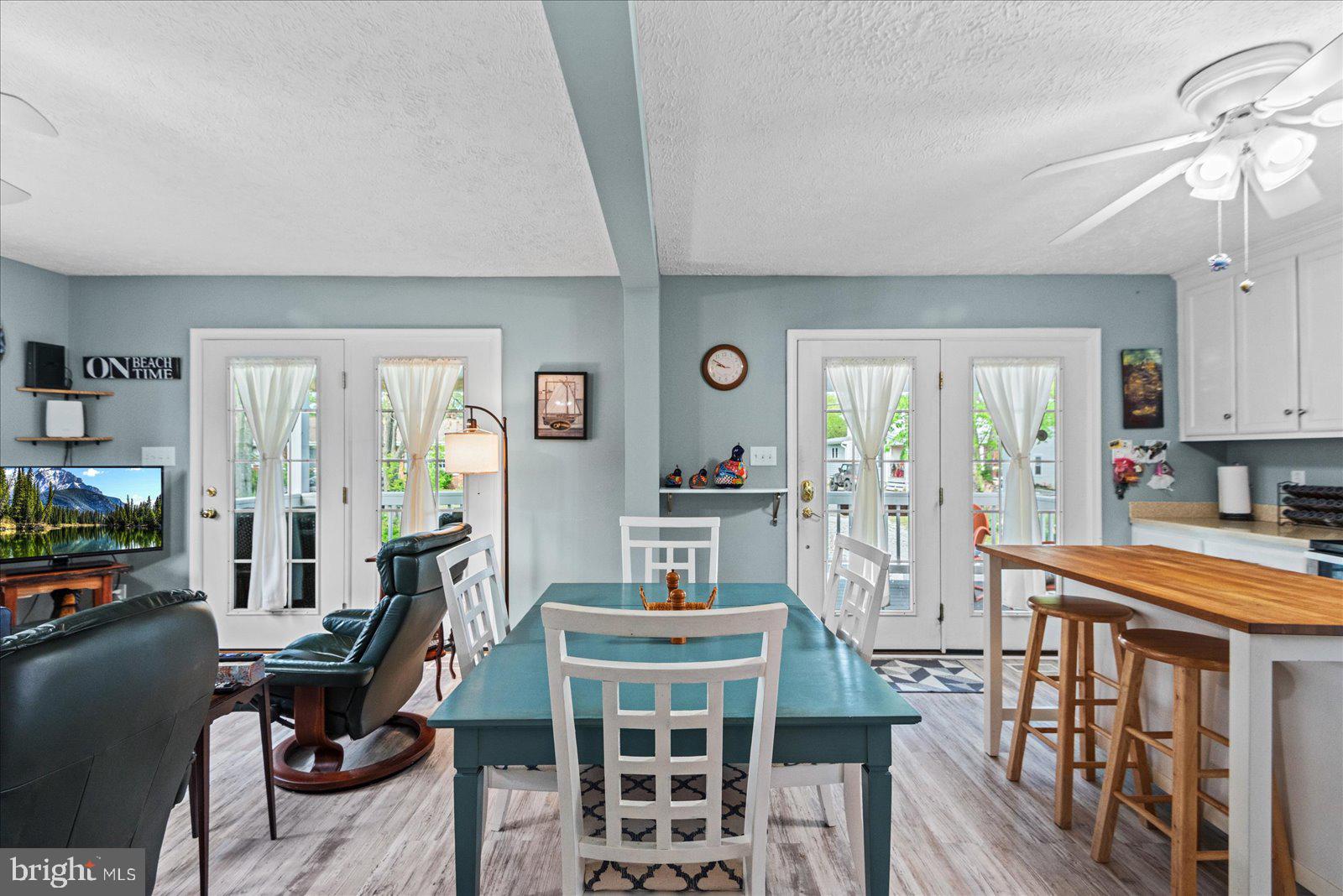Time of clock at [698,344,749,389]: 9:51
